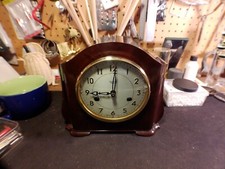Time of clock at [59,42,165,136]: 9:01
